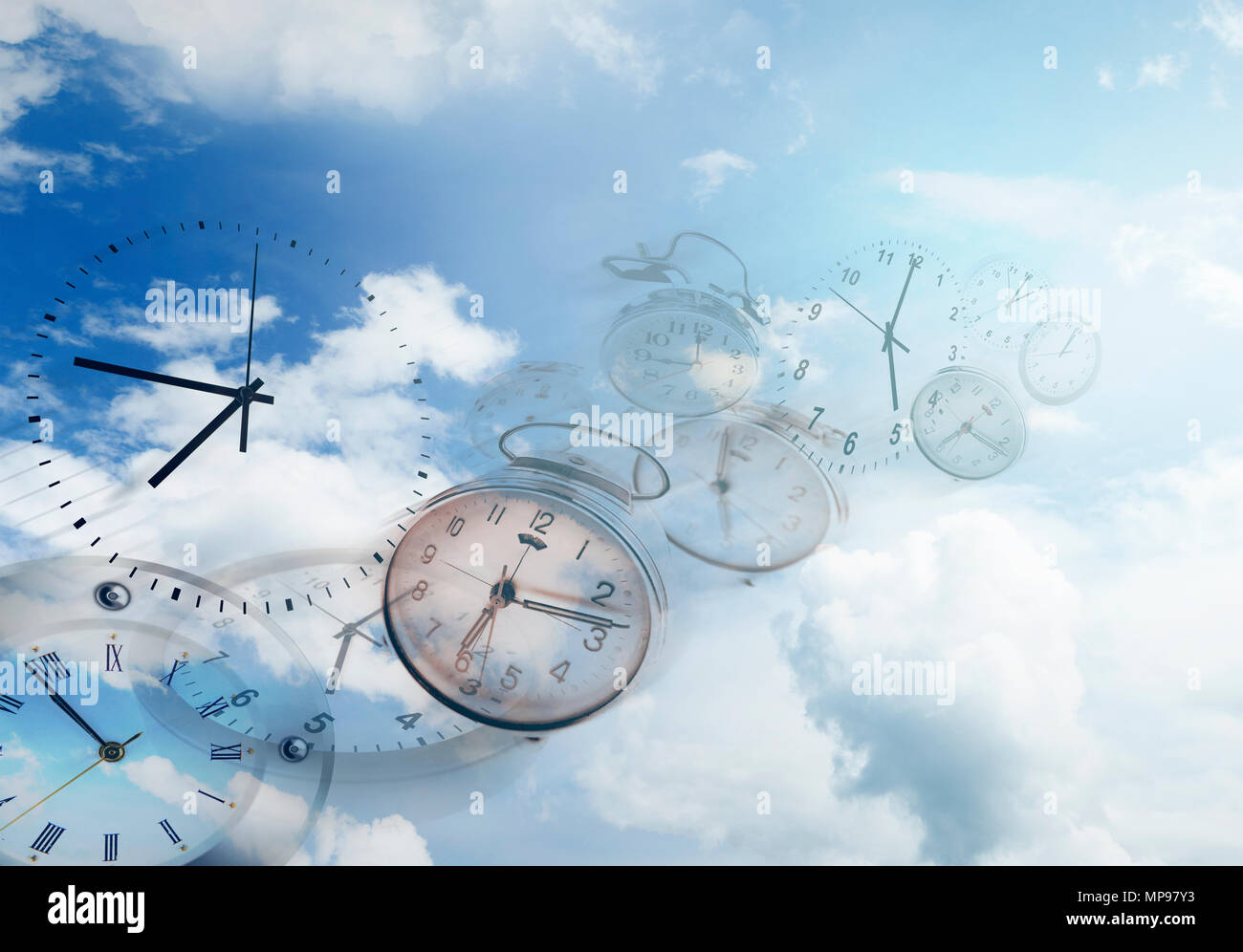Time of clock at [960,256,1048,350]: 2:05
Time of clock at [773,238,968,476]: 5:00
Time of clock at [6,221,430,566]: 7:47
